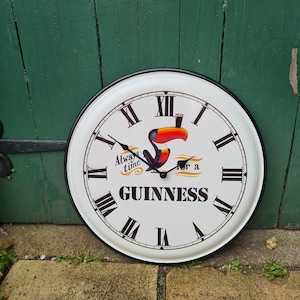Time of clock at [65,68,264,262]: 10:50
